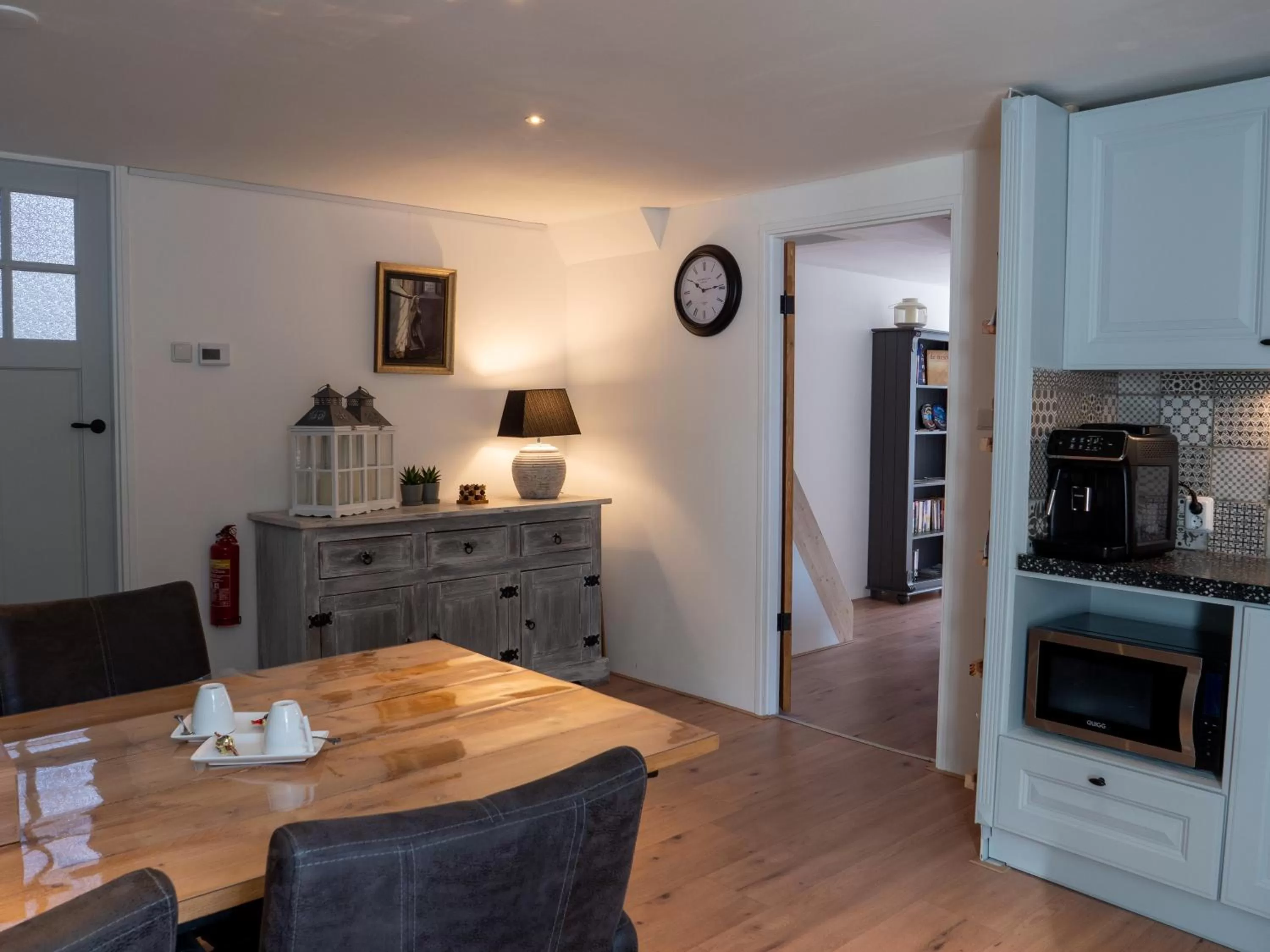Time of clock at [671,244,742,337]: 10:14
